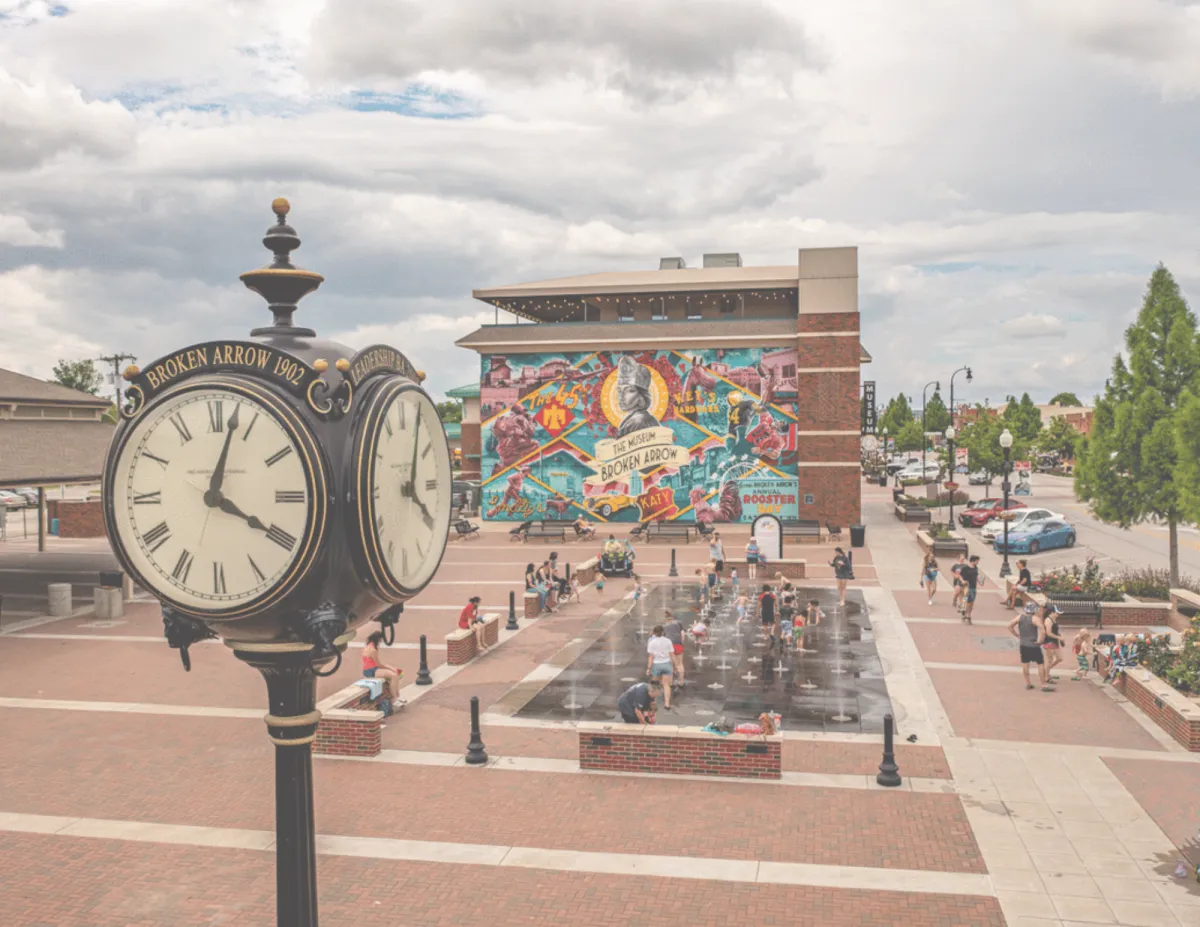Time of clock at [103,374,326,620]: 4:02
